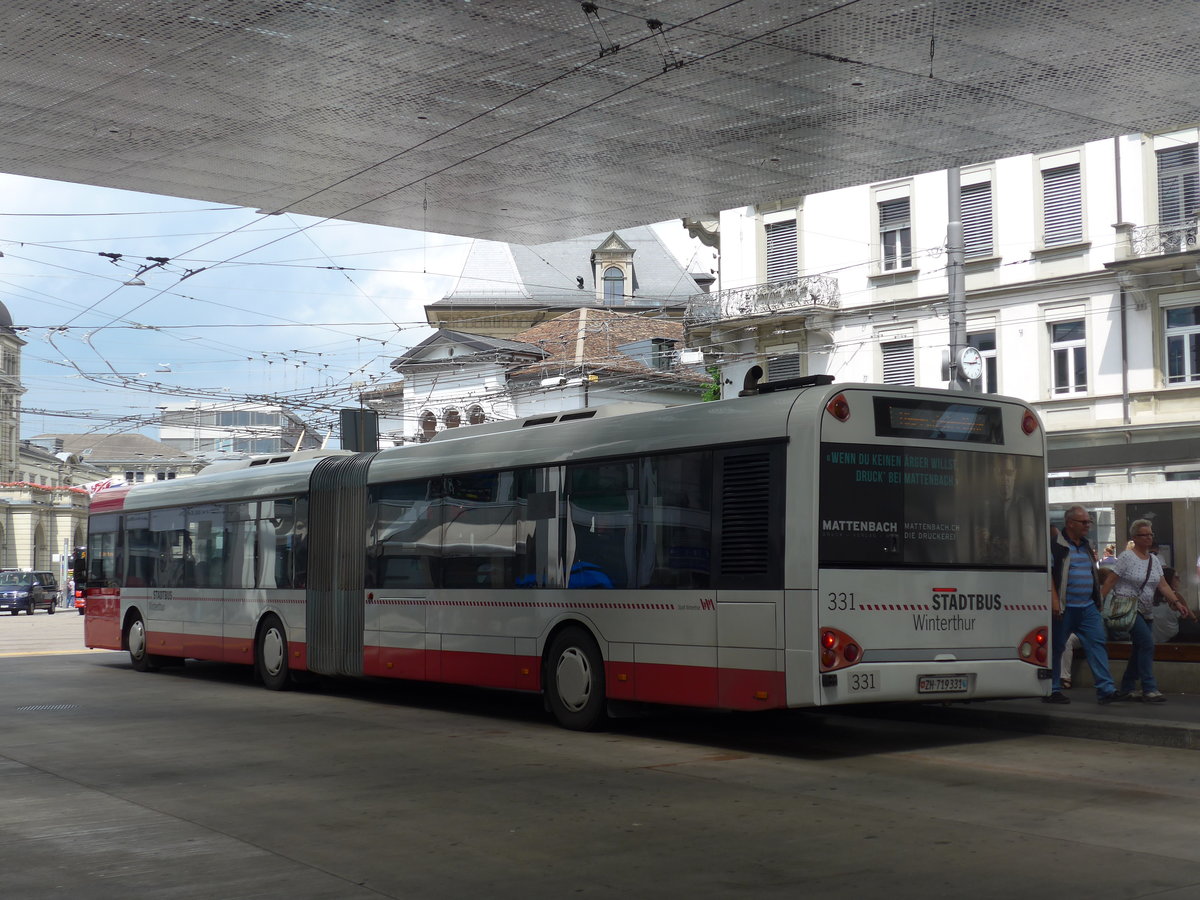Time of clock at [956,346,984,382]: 2:45
